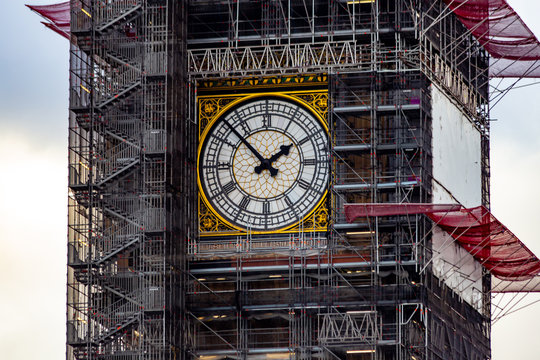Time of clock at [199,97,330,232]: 1:52
